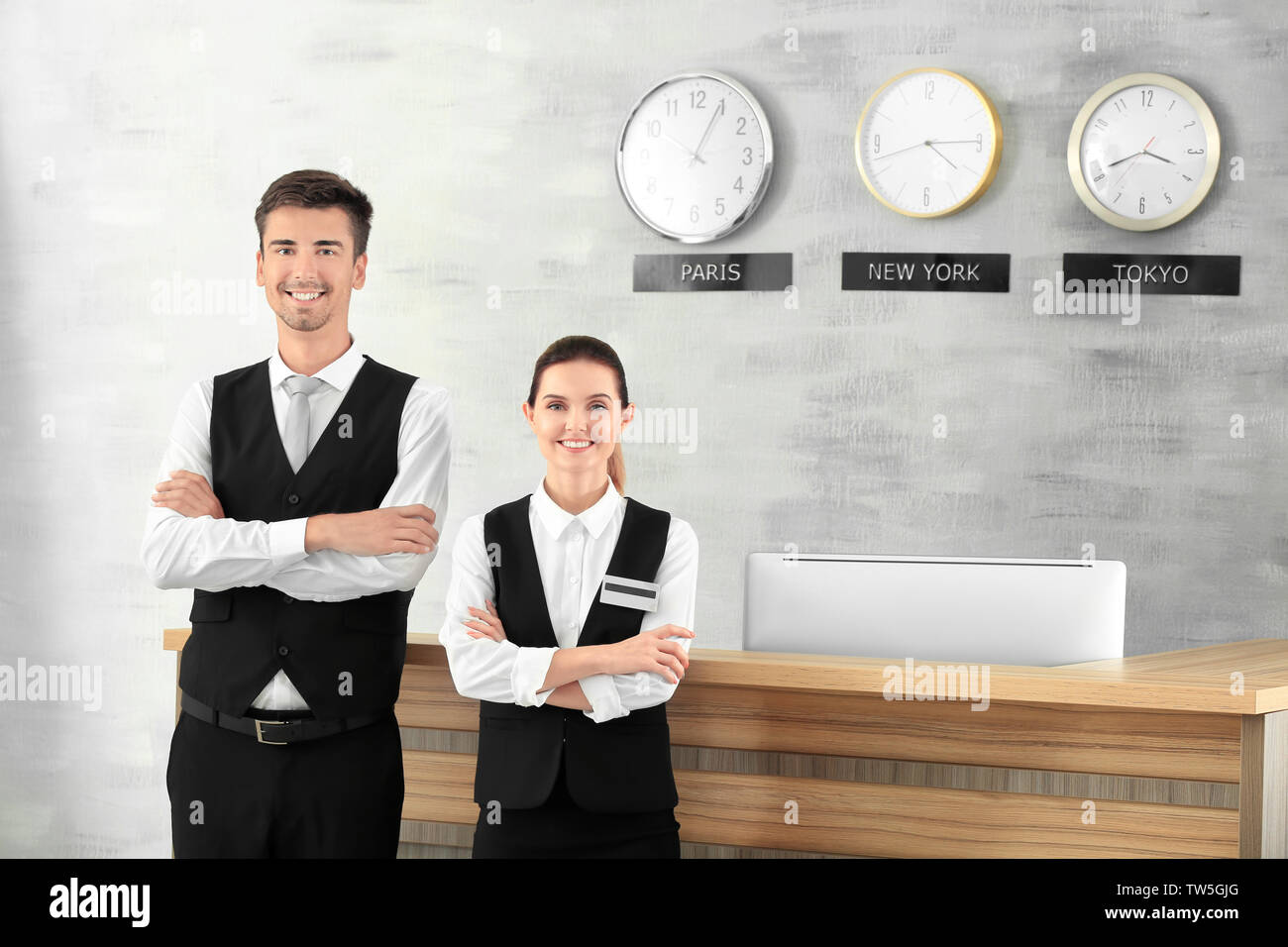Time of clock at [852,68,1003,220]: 4:14
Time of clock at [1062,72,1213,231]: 3:41
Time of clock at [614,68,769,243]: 1:04
